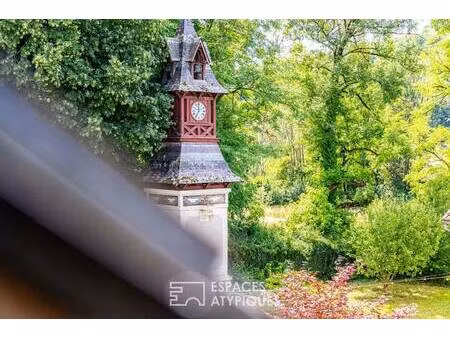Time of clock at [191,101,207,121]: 6:59
